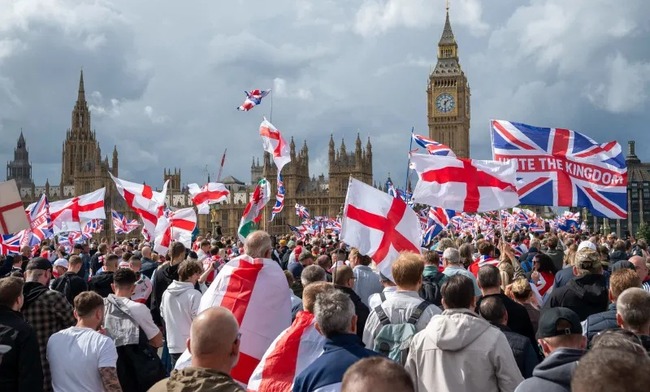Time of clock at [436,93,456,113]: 1:30
